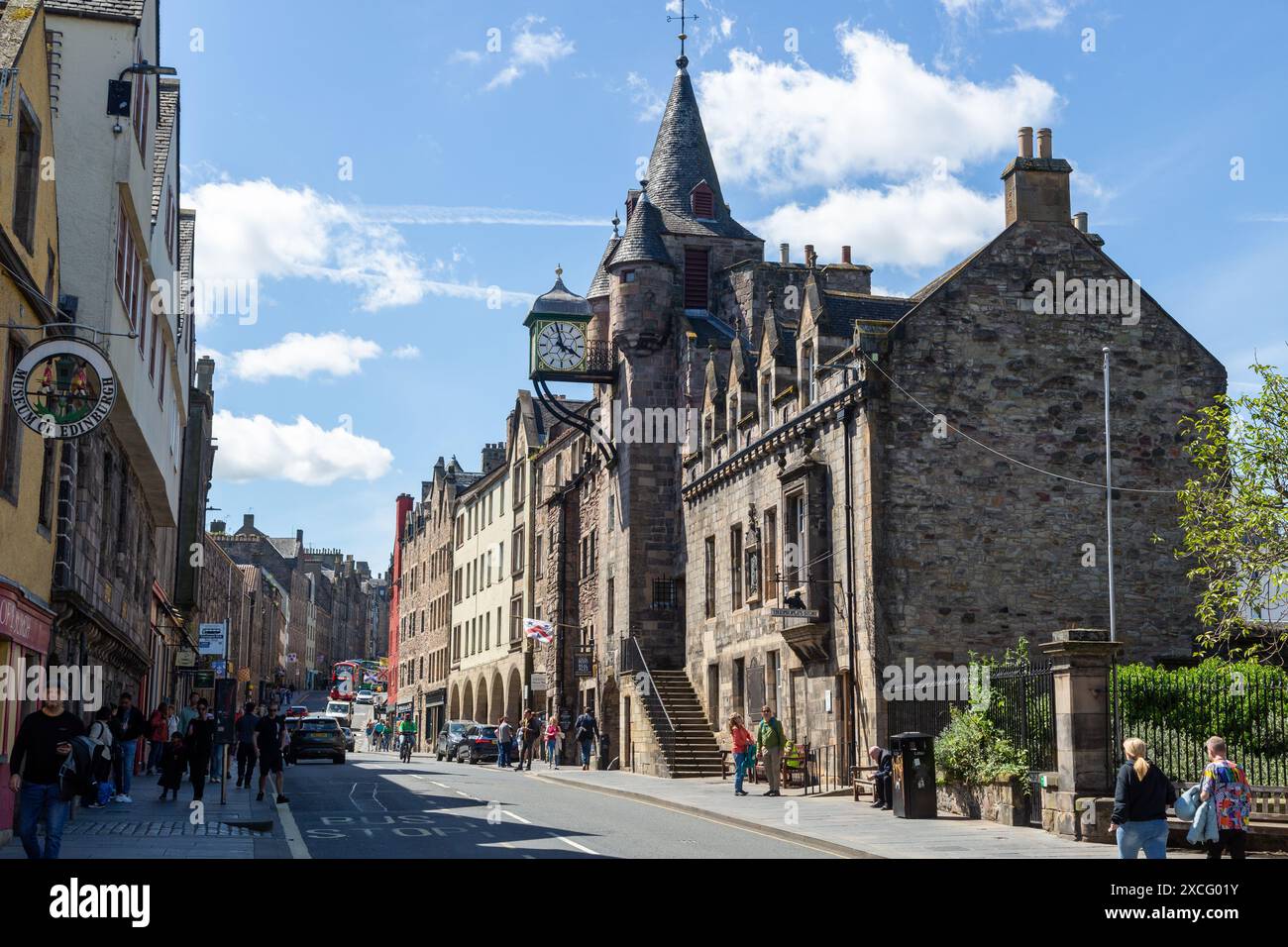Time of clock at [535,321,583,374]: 3:57
